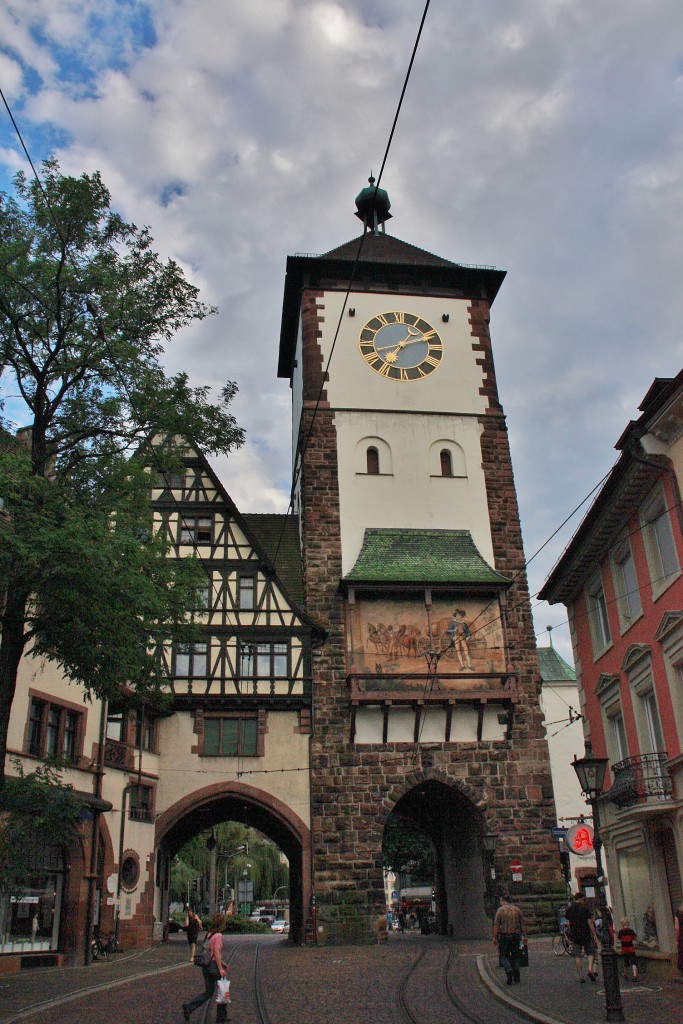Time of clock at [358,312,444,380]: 7:11
